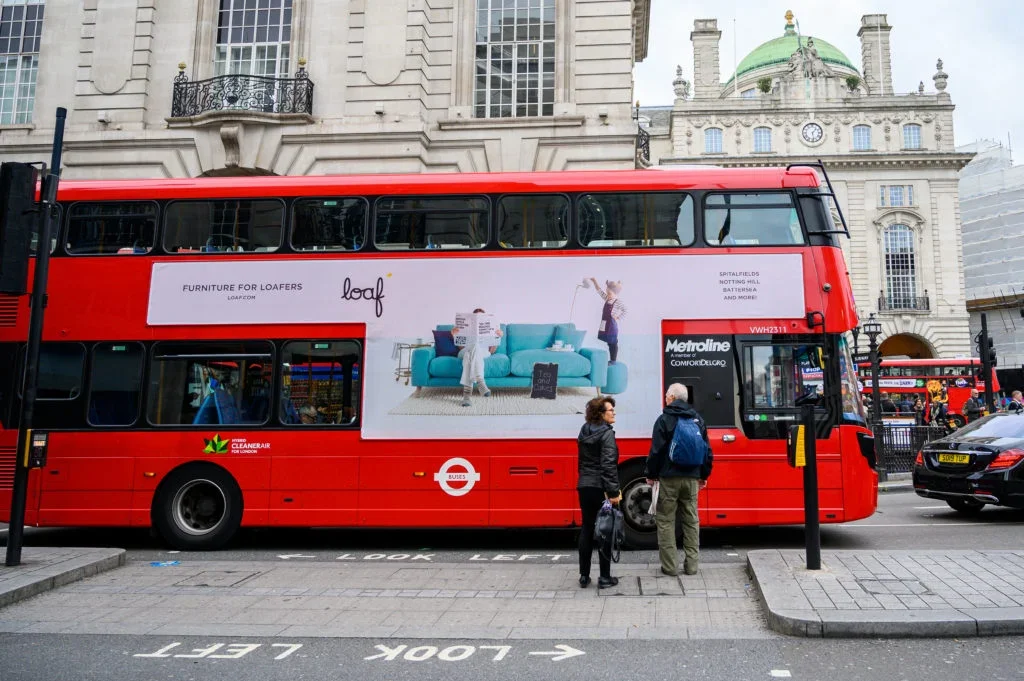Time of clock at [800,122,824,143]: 1:28
